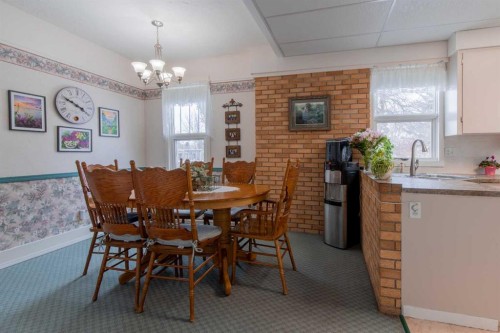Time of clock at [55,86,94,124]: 3:48
